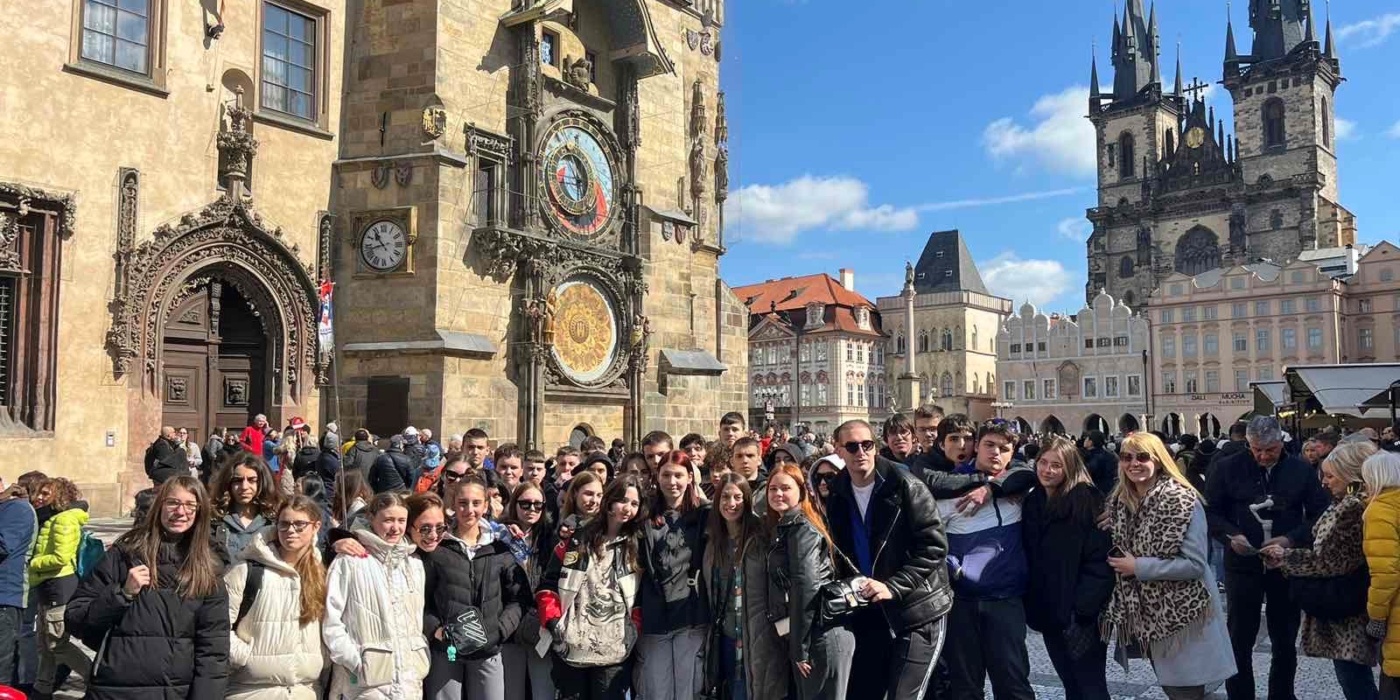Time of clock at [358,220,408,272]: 10:42
